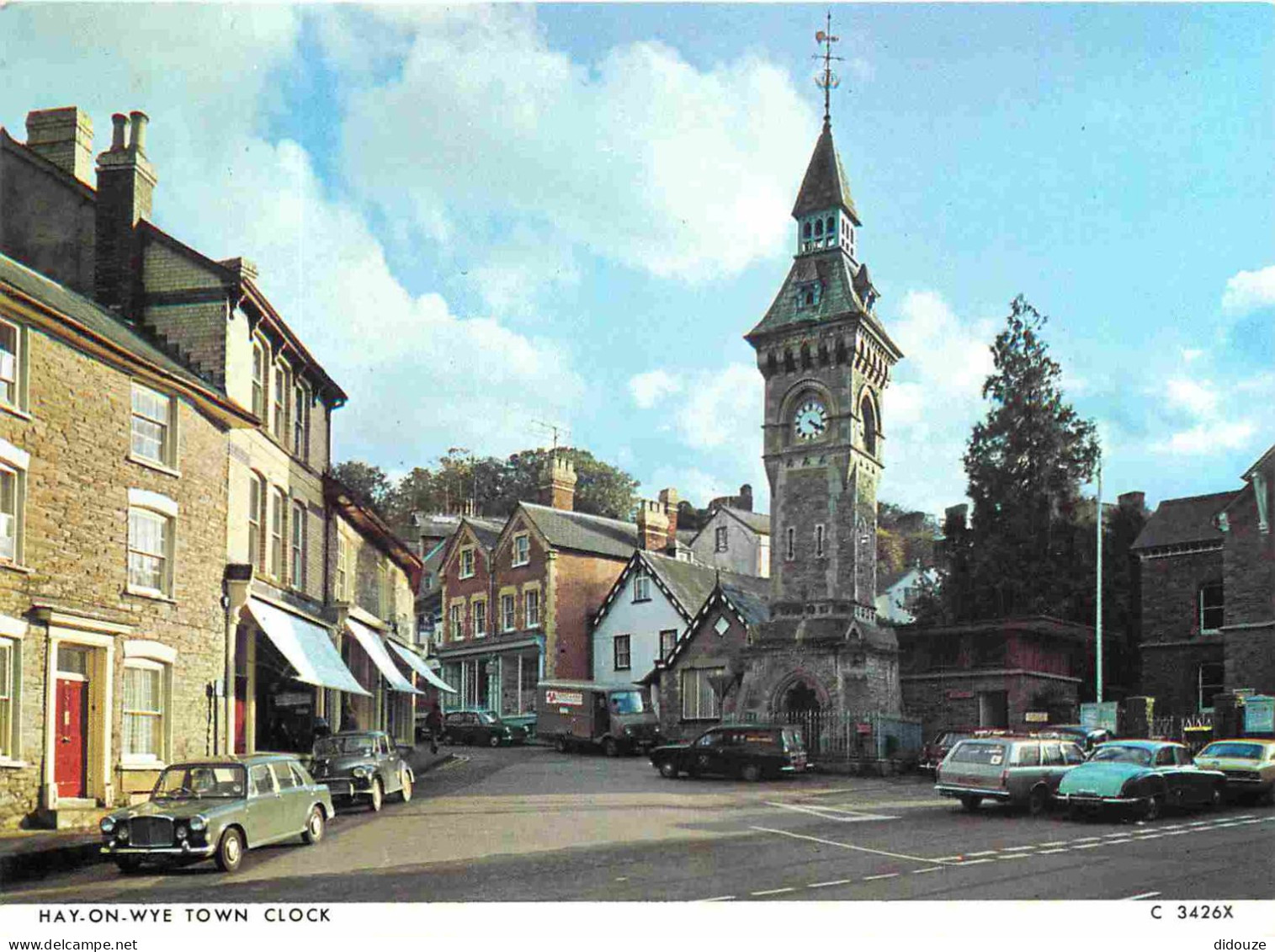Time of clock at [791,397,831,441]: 4:20
